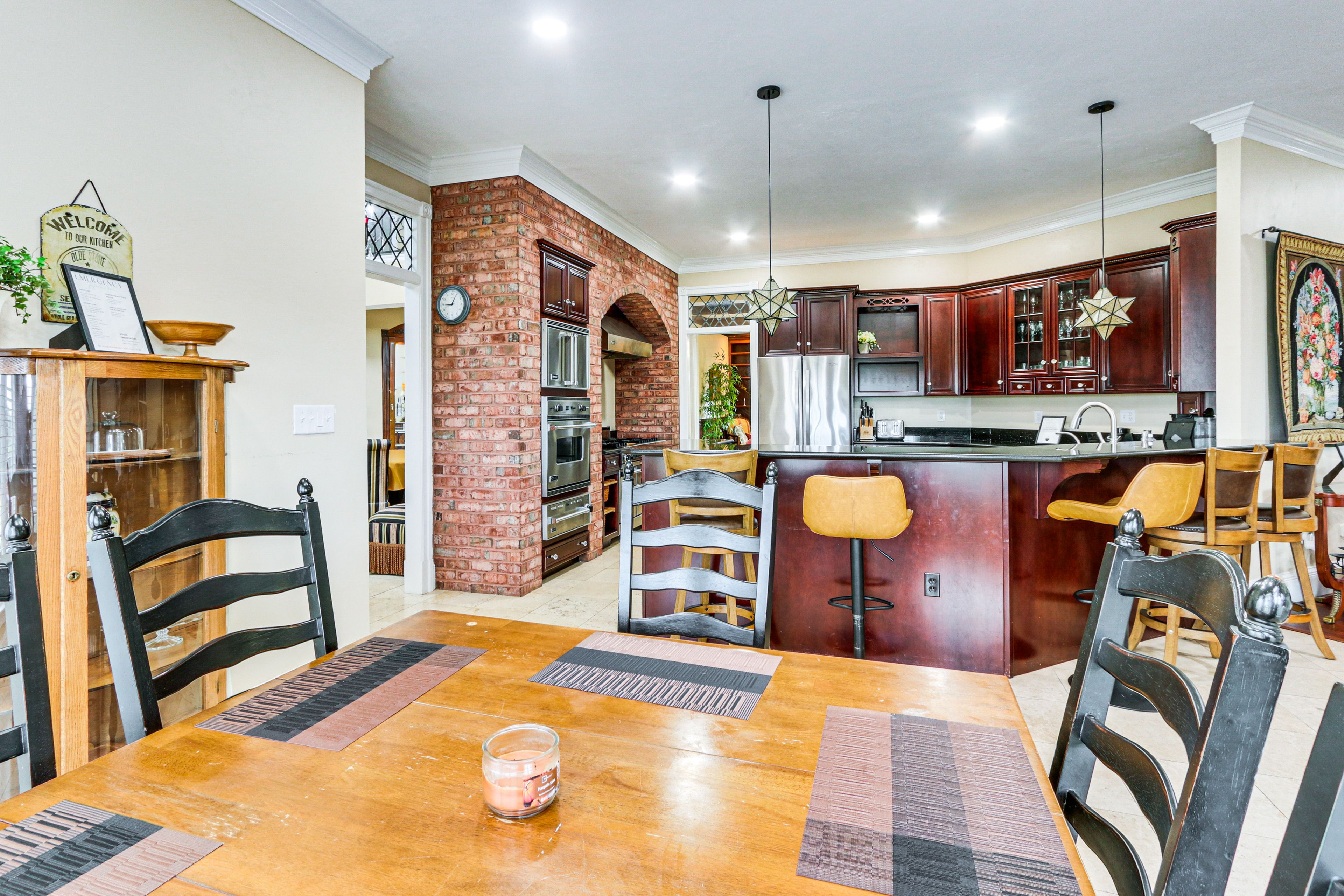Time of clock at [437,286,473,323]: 9:04
